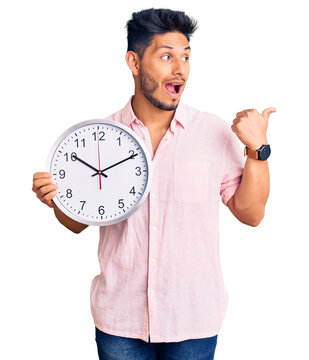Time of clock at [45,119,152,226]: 10:10
